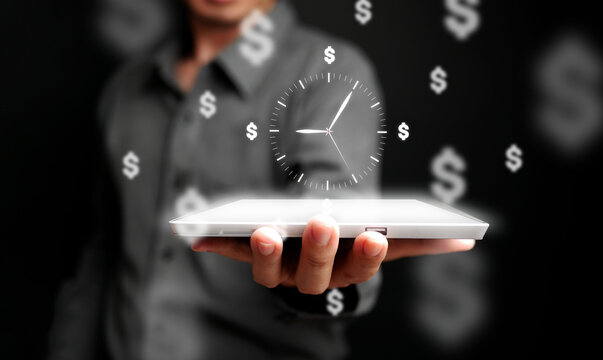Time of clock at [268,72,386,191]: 9:05
